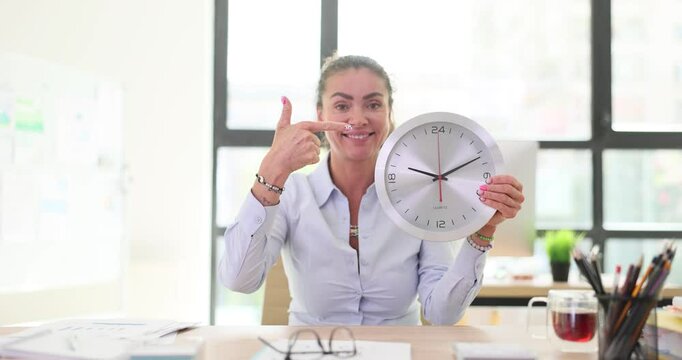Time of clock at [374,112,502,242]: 9:10
